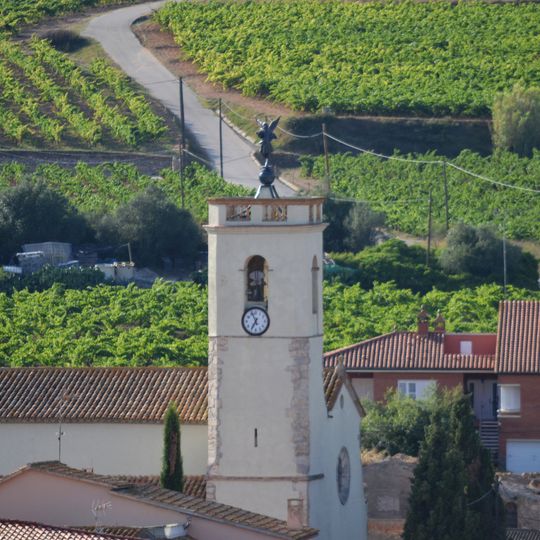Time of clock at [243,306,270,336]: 6:56
